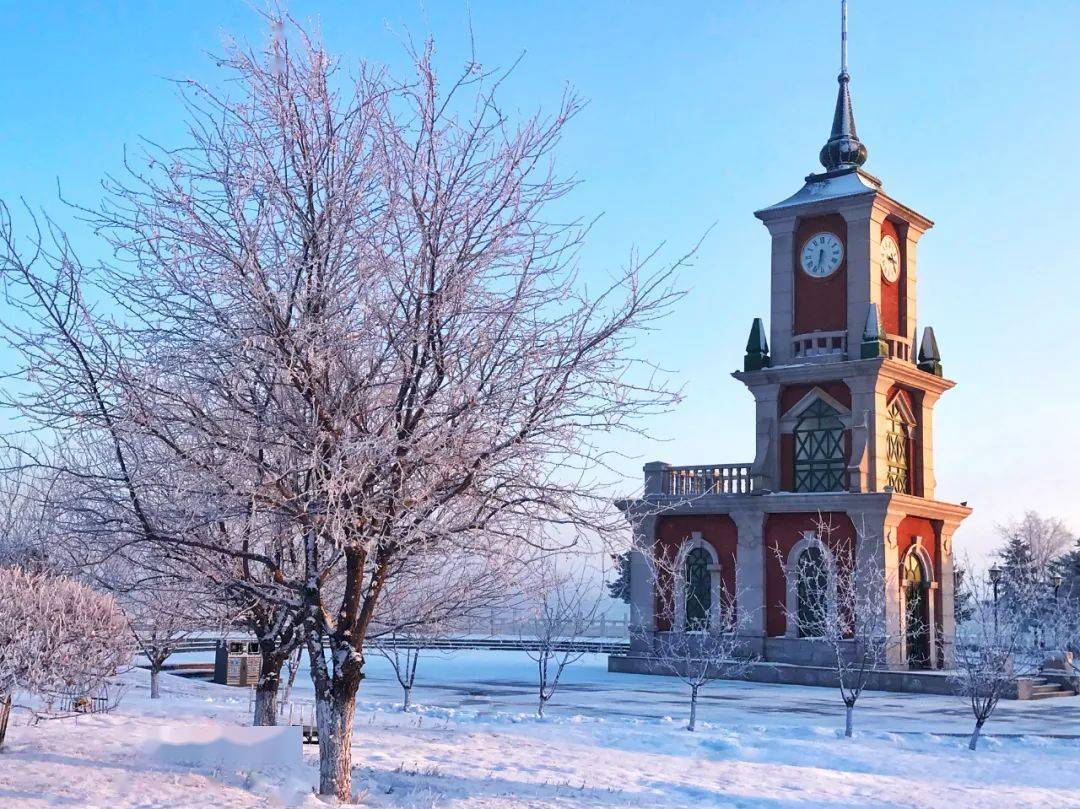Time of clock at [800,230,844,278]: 6:32
